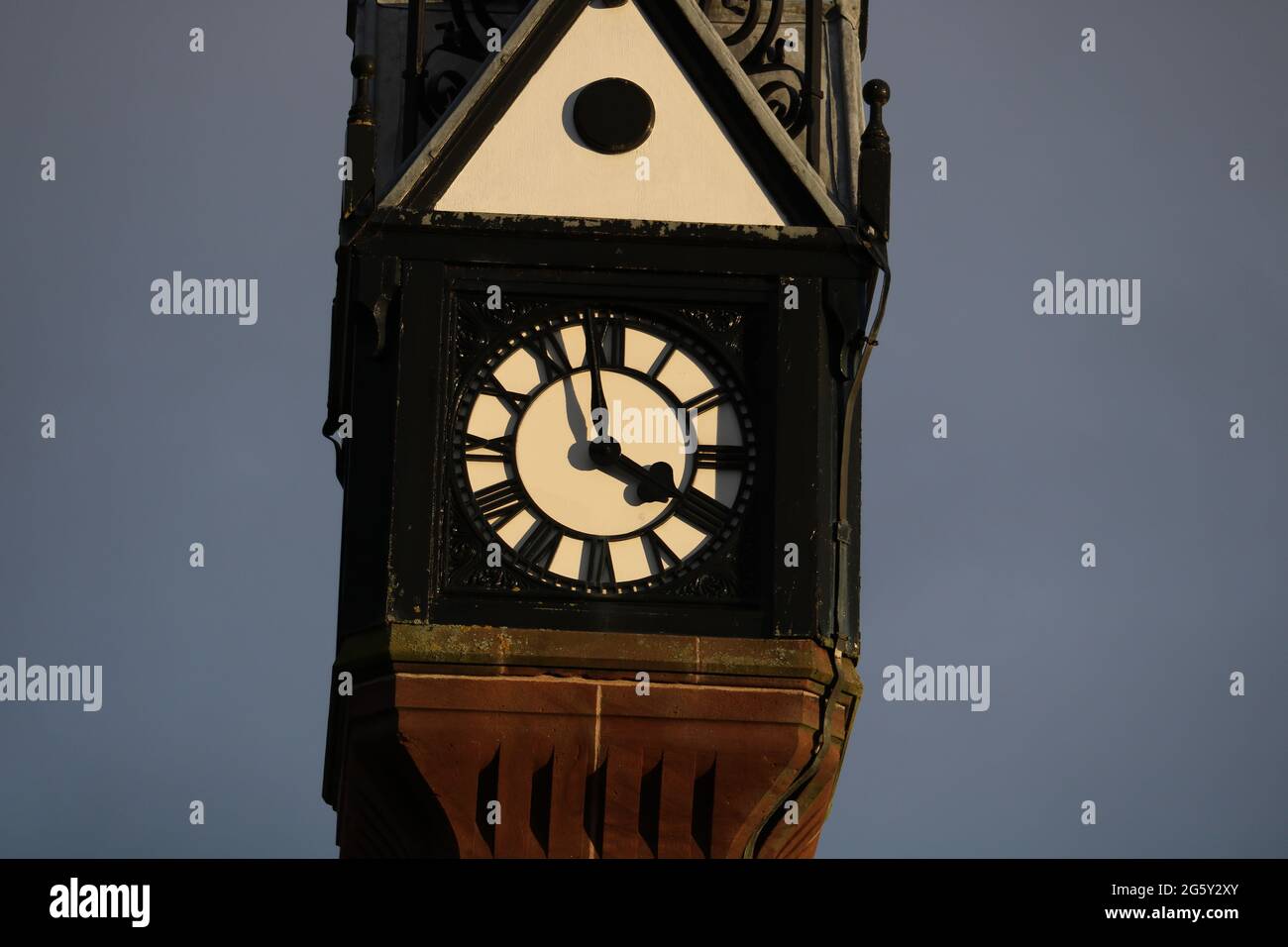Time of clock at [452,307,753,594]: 3:58
